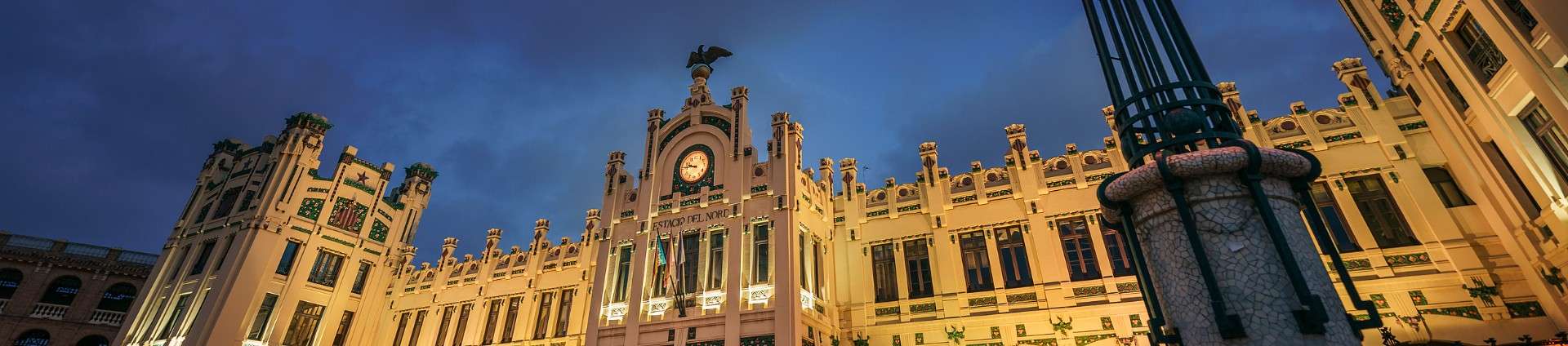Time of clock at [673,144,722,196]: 9:45
